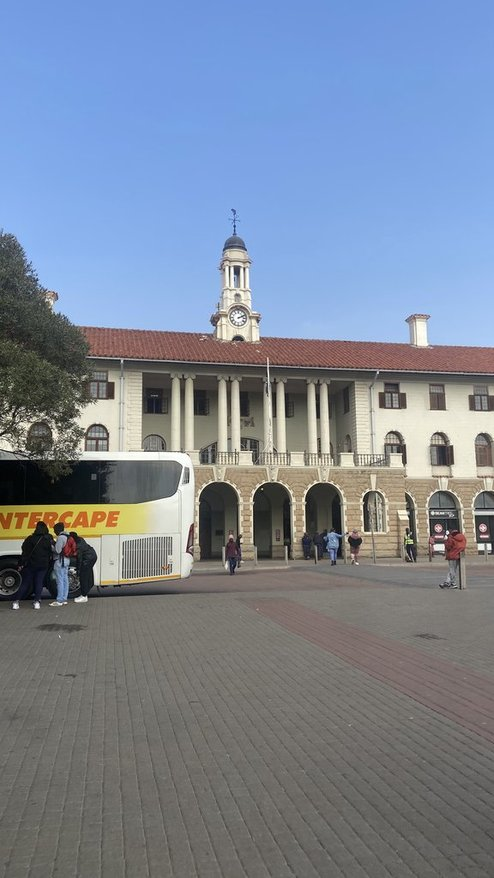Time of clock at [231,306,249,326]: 2:11
